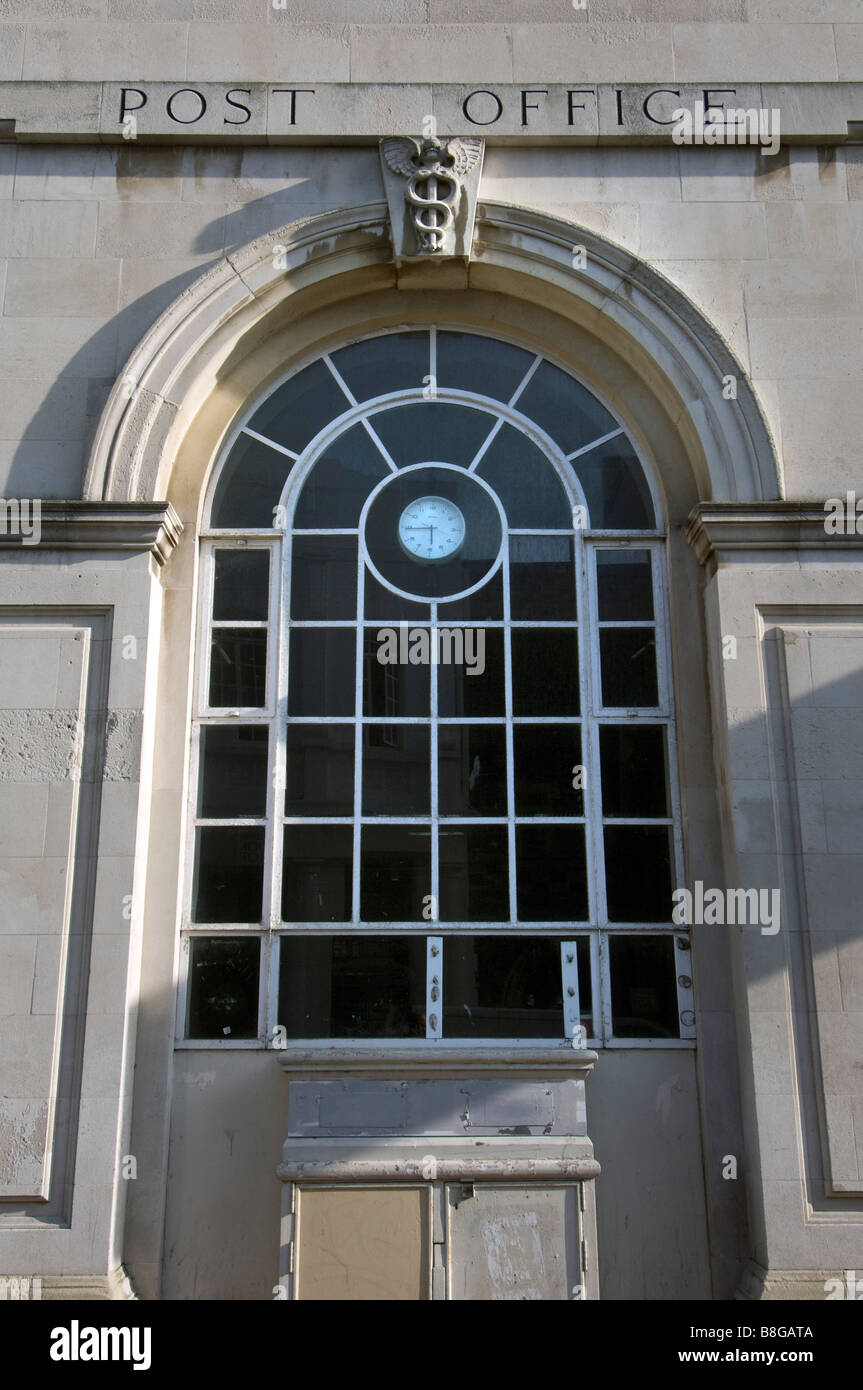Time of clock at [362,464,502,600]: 5:44
